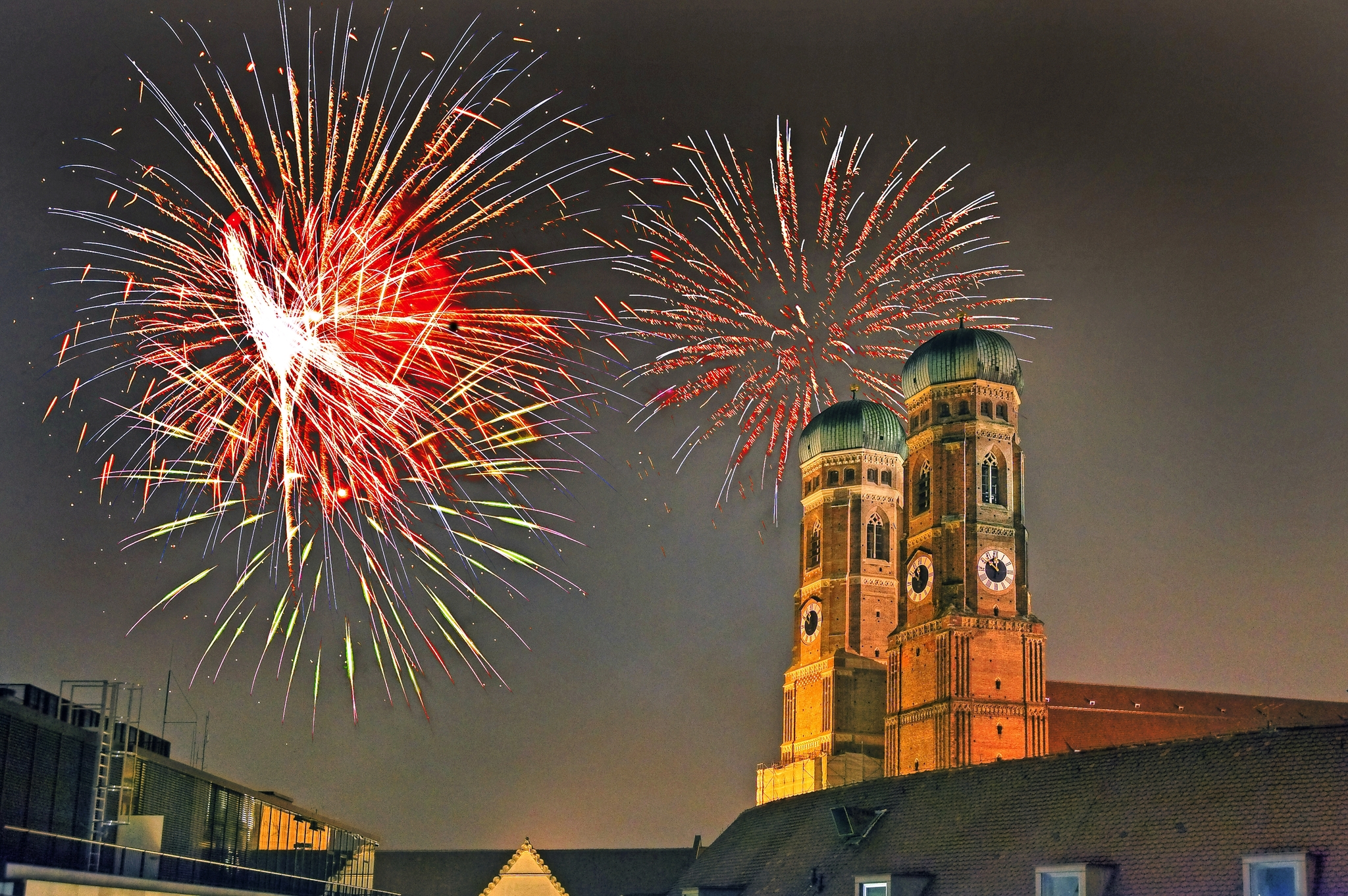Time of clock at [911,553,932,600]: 11:50
